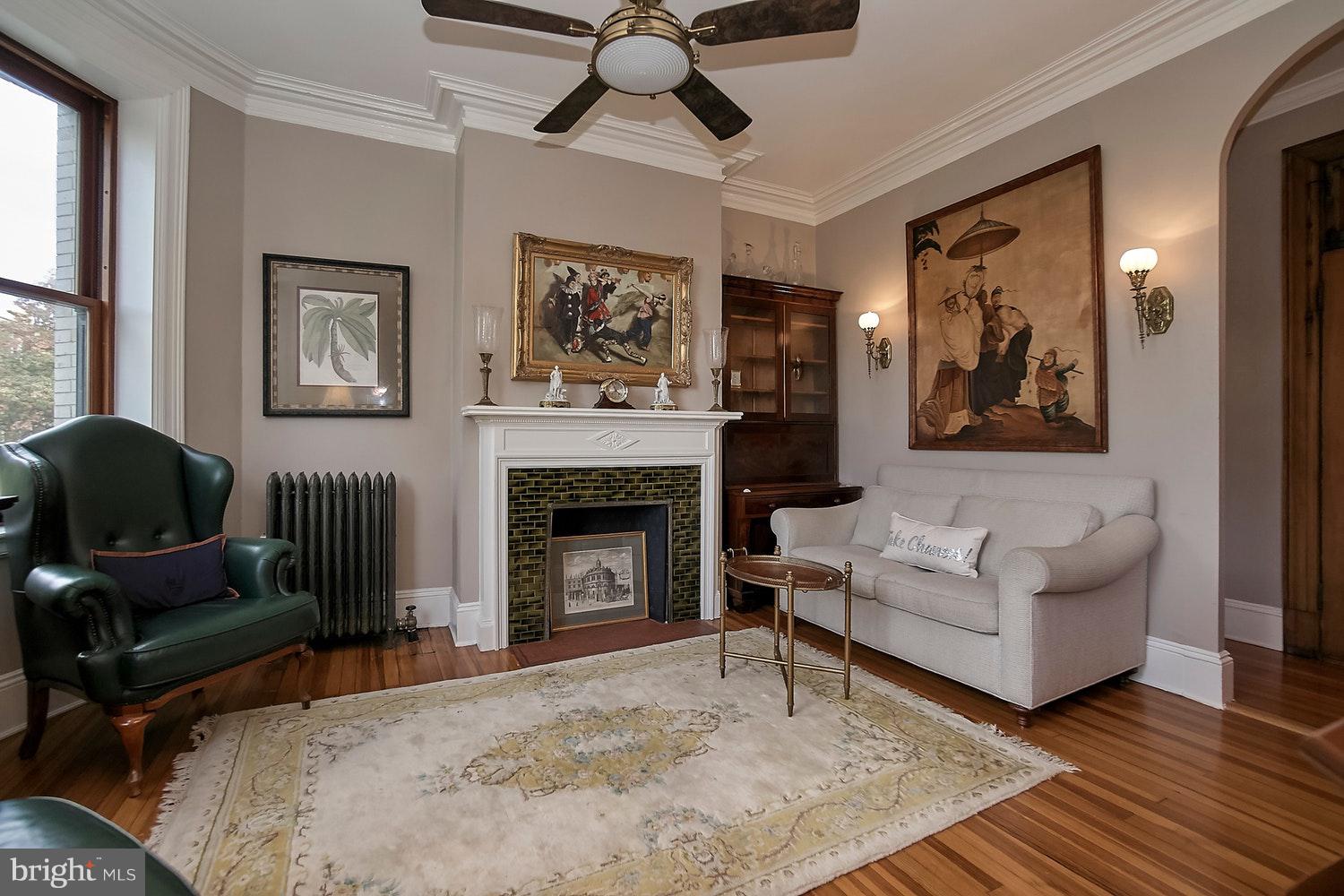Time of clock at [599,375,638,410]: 11:23
